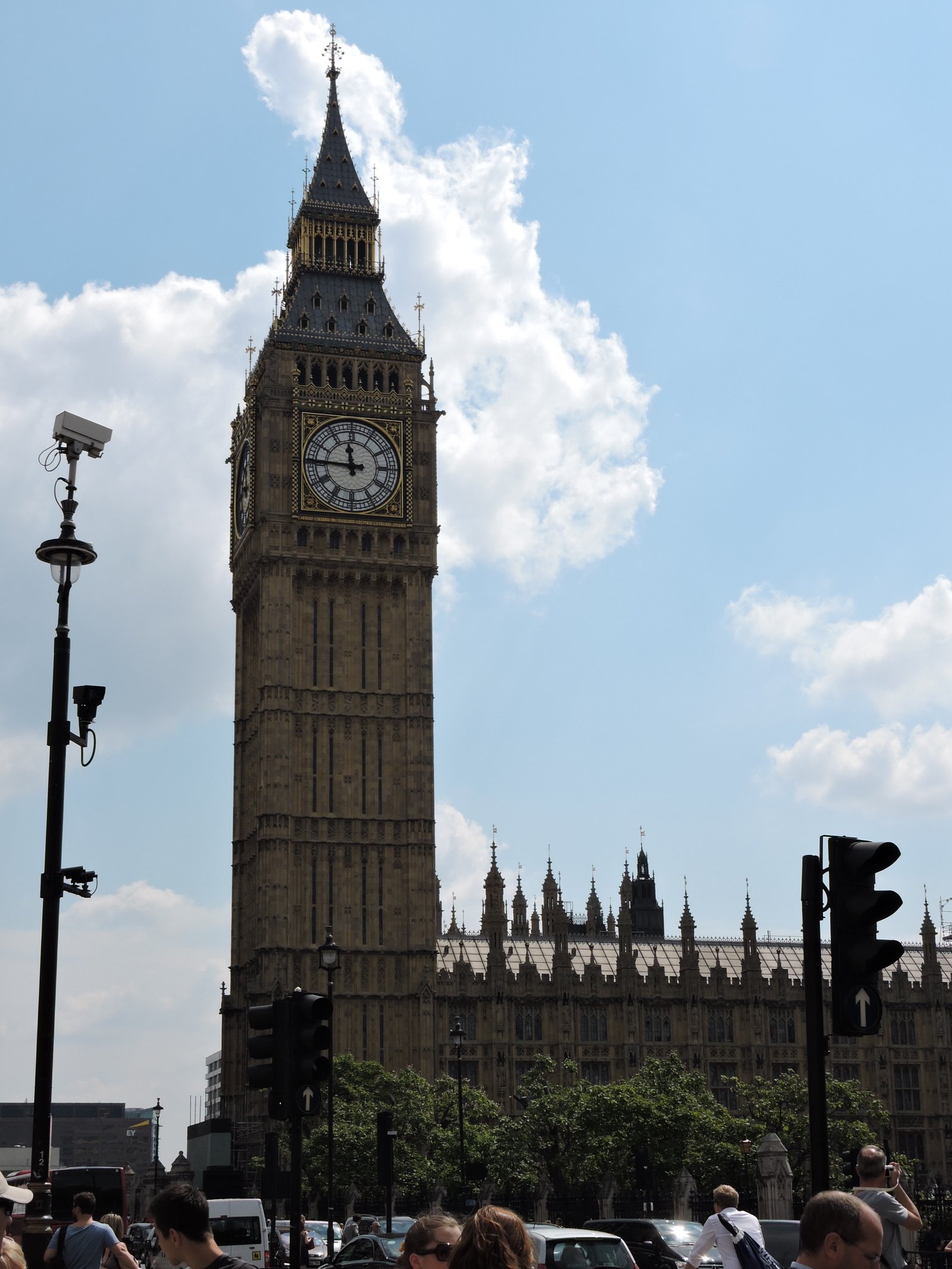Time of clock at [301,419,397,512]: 11:45
